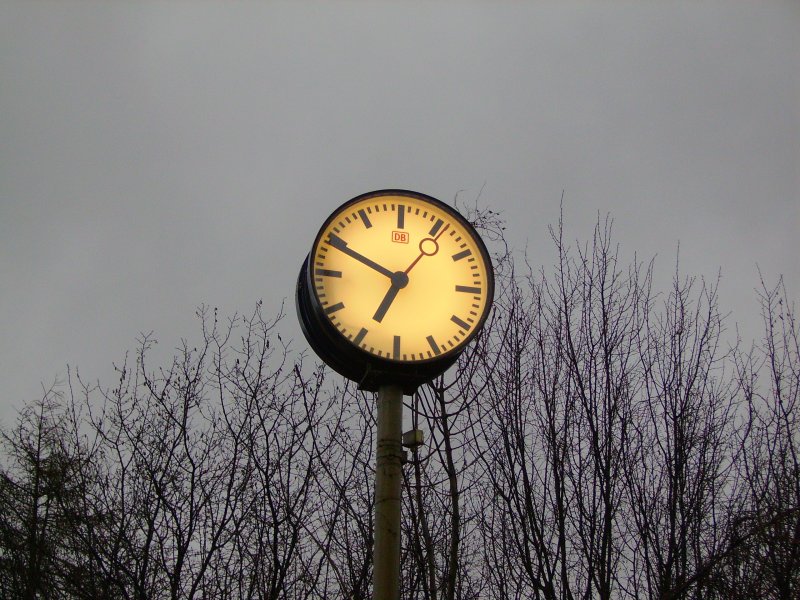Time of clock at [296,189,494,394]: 6:49
